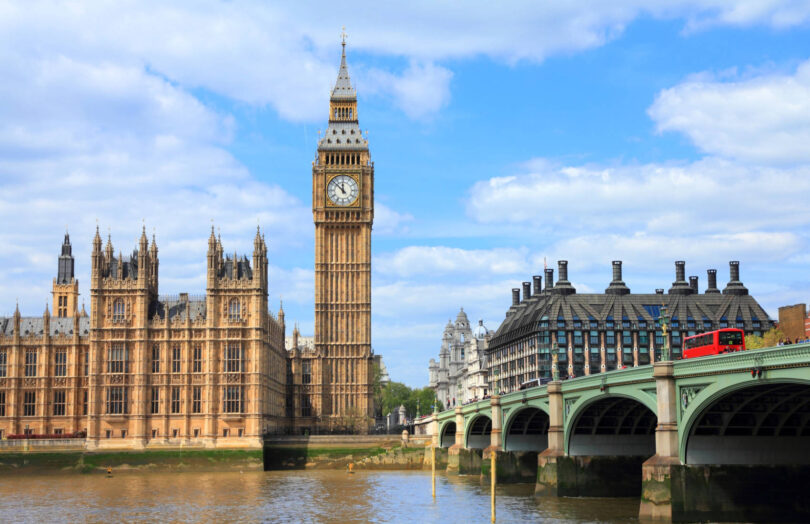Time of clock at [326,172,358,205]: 11:52
